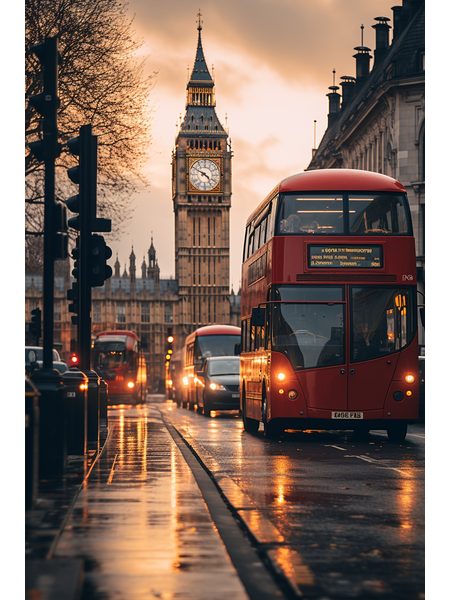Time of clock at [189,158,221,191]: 4:49
